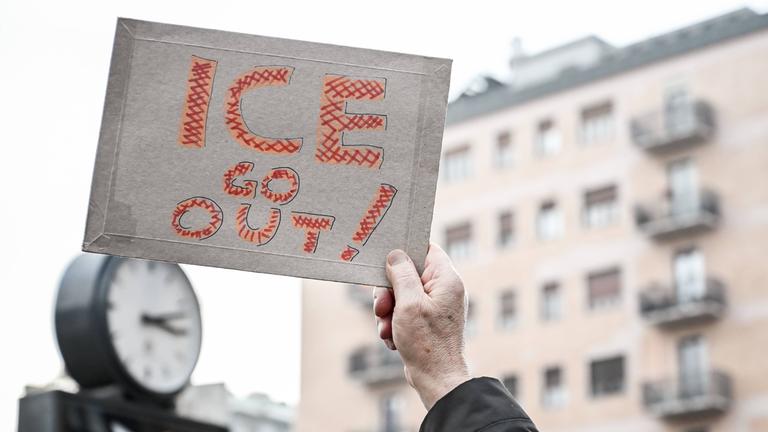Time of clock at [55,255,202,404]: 3:12
